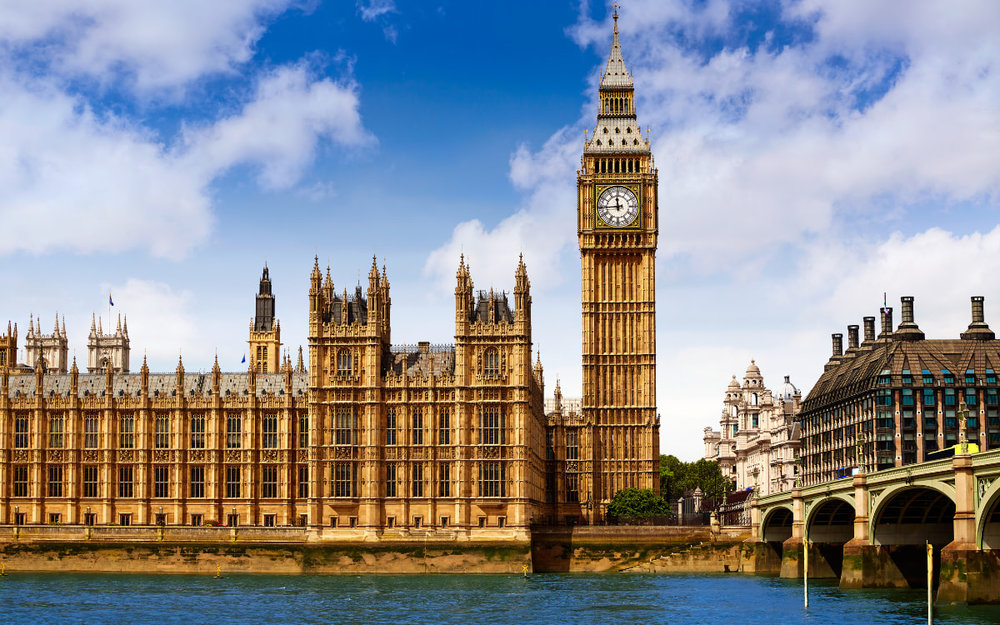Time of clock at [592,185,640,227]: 11:44
